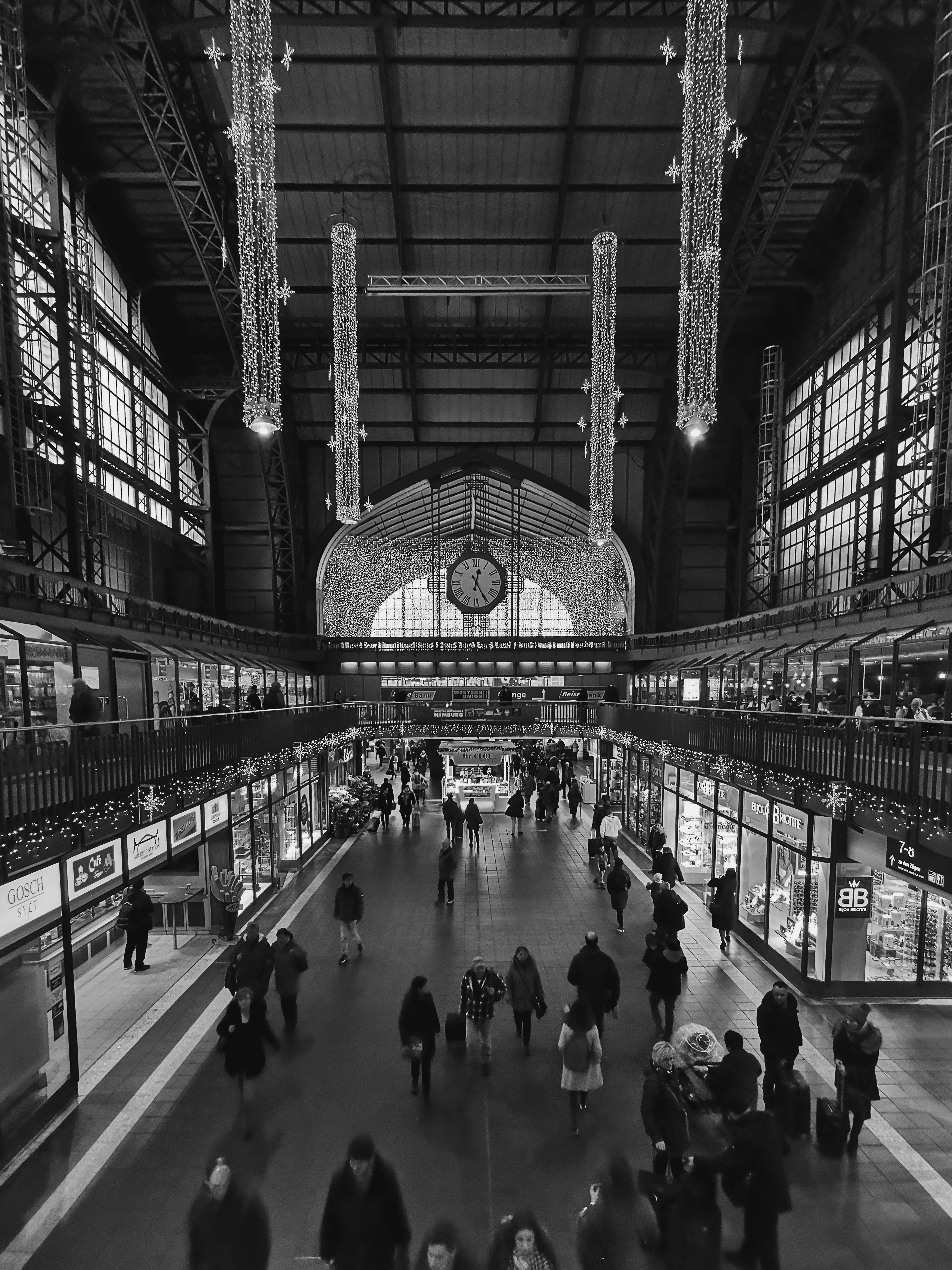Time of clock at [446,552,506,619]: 12:24
